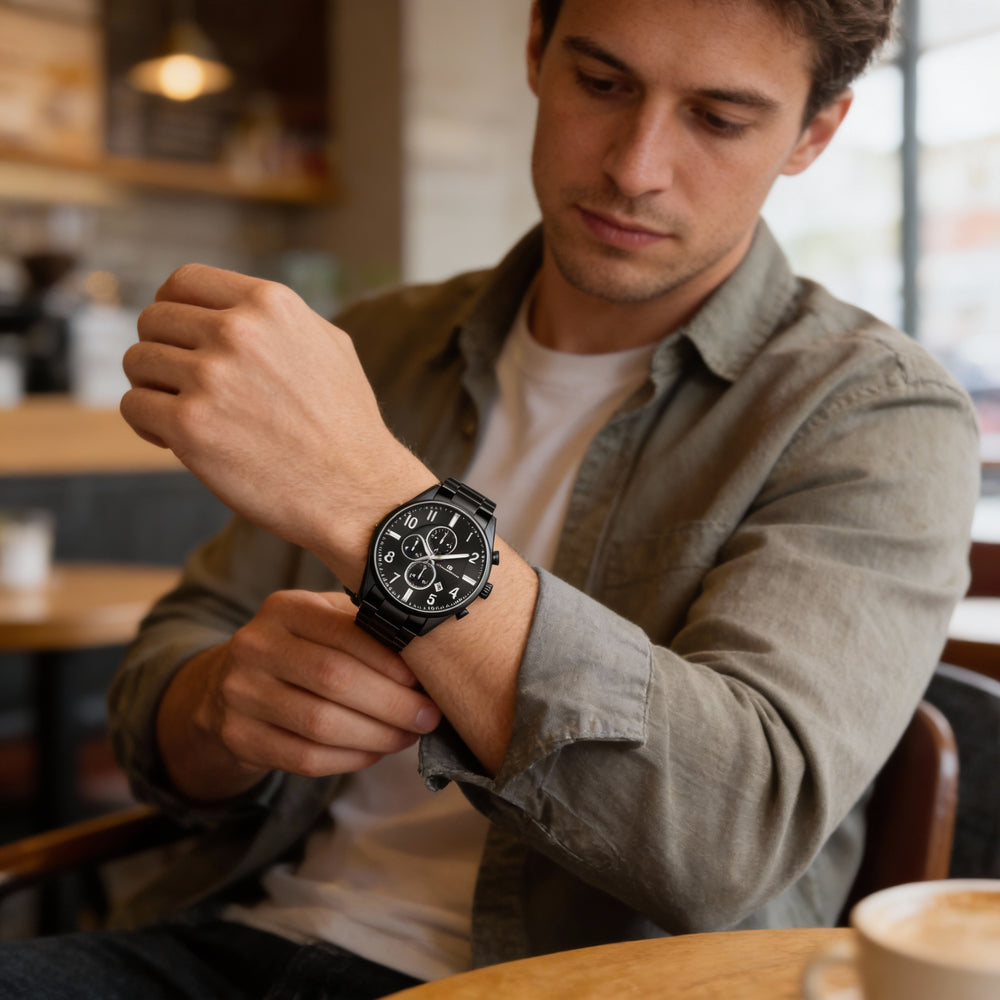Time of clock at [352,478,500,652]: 11:14
